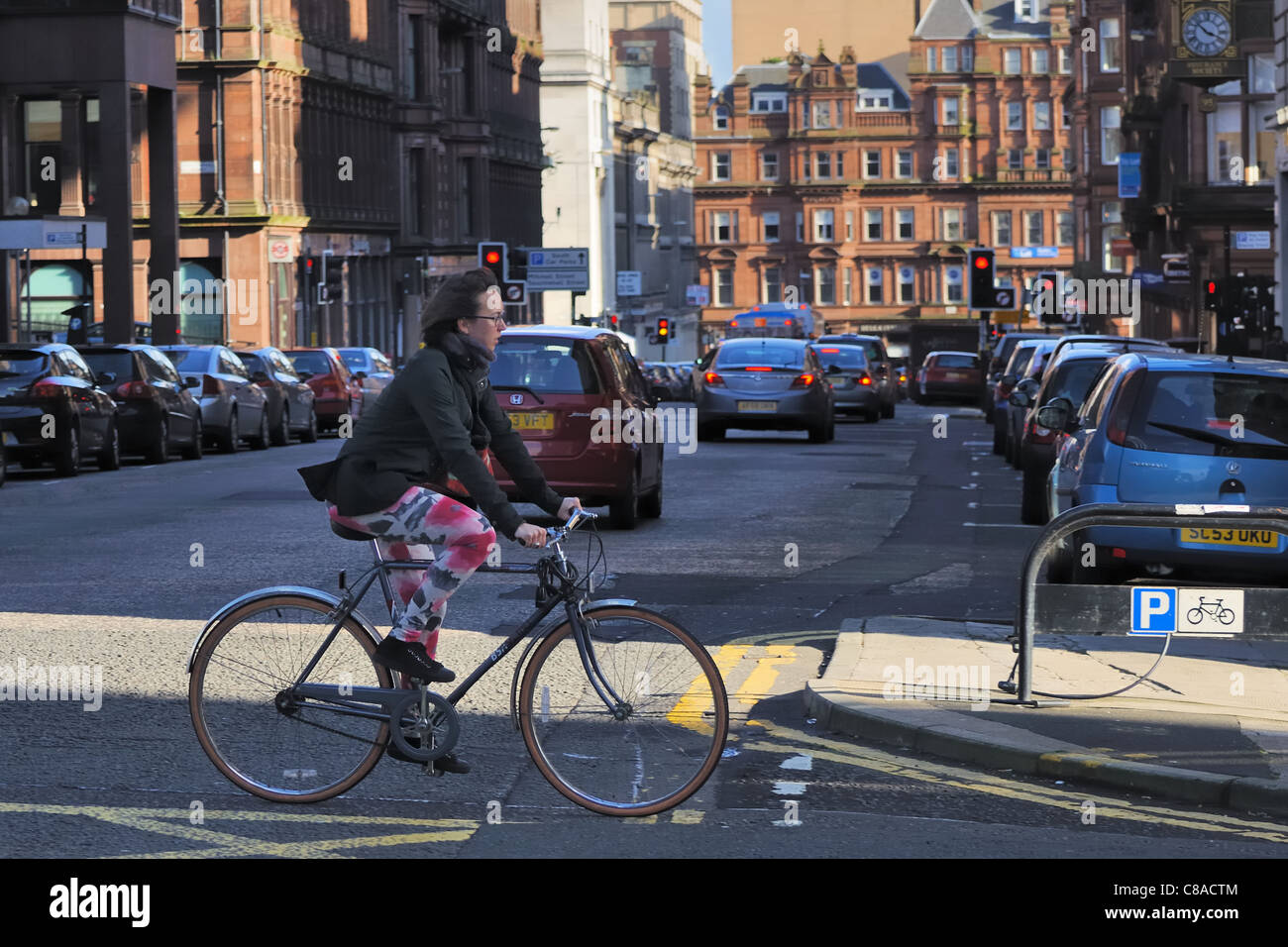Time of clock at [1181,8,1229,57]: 3:52
